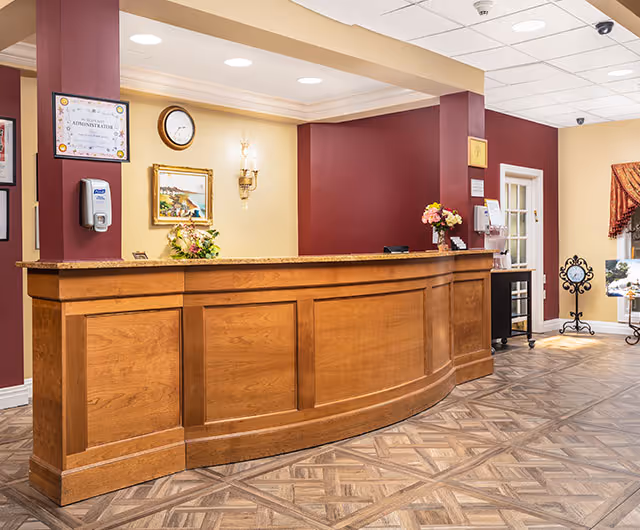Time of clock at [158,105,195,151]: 2:36
